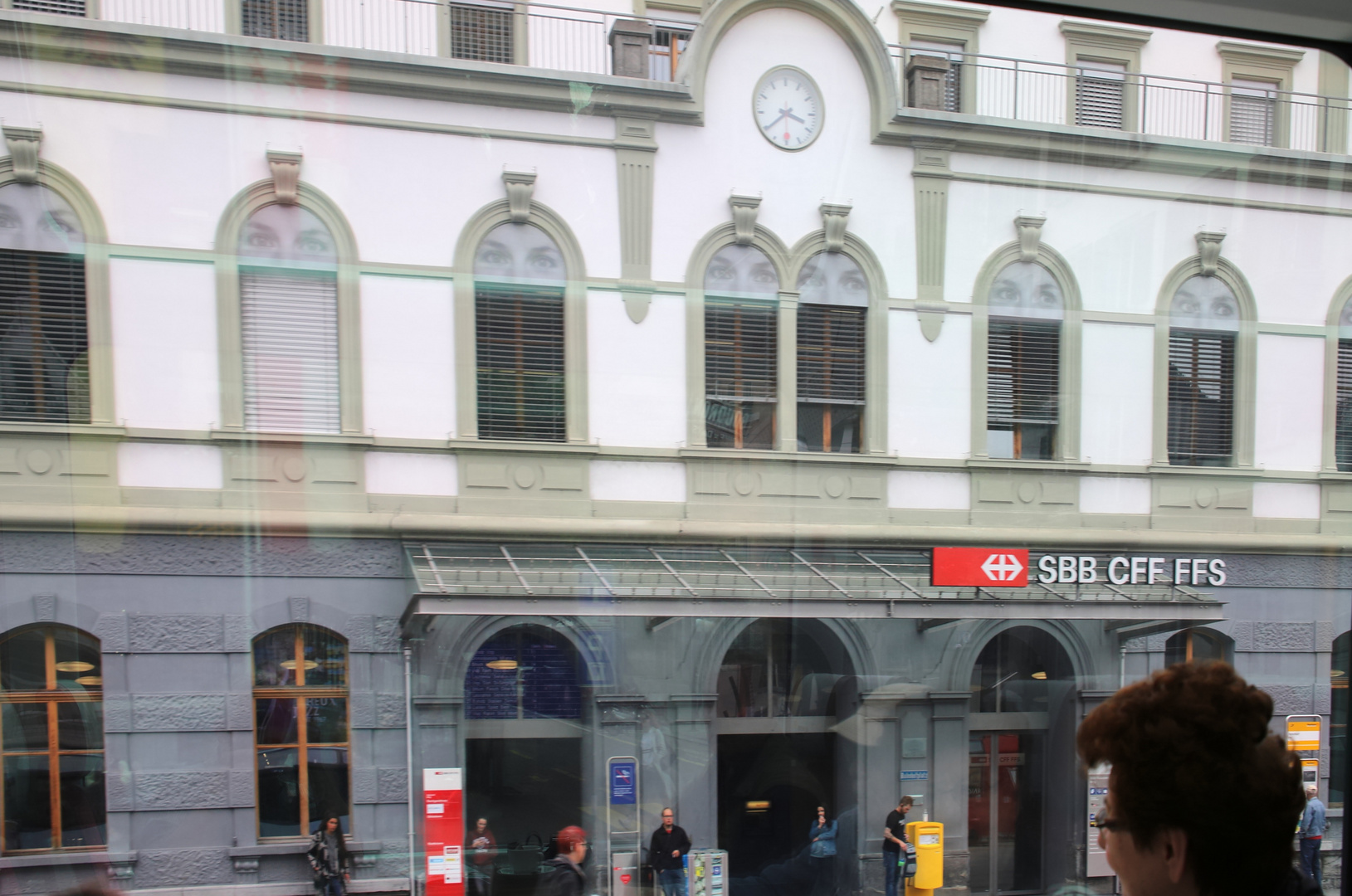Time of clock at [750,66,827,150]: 3:39
